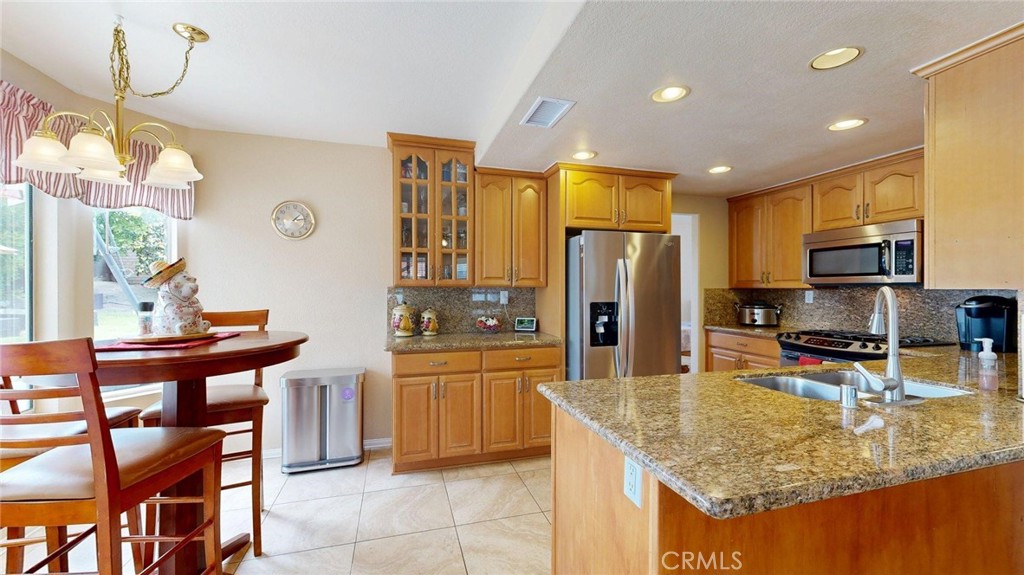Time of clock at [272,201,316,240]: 1:12
